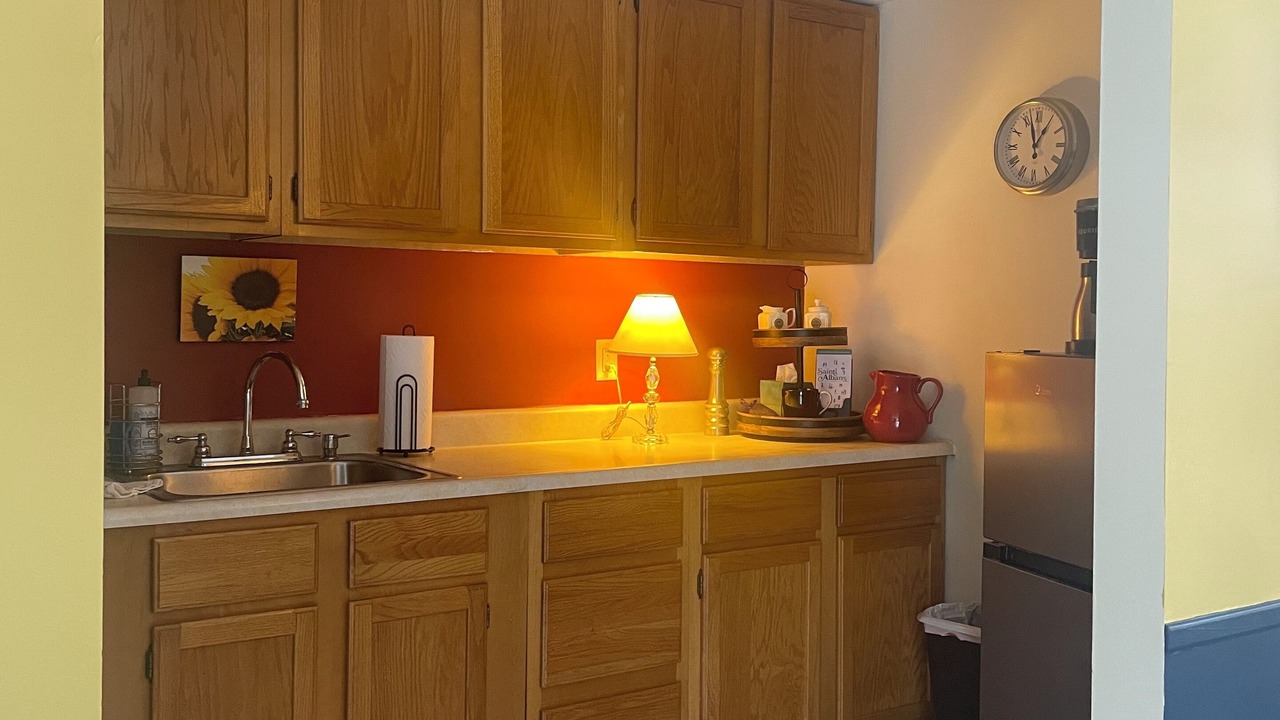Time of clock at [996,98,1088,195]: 12:57
